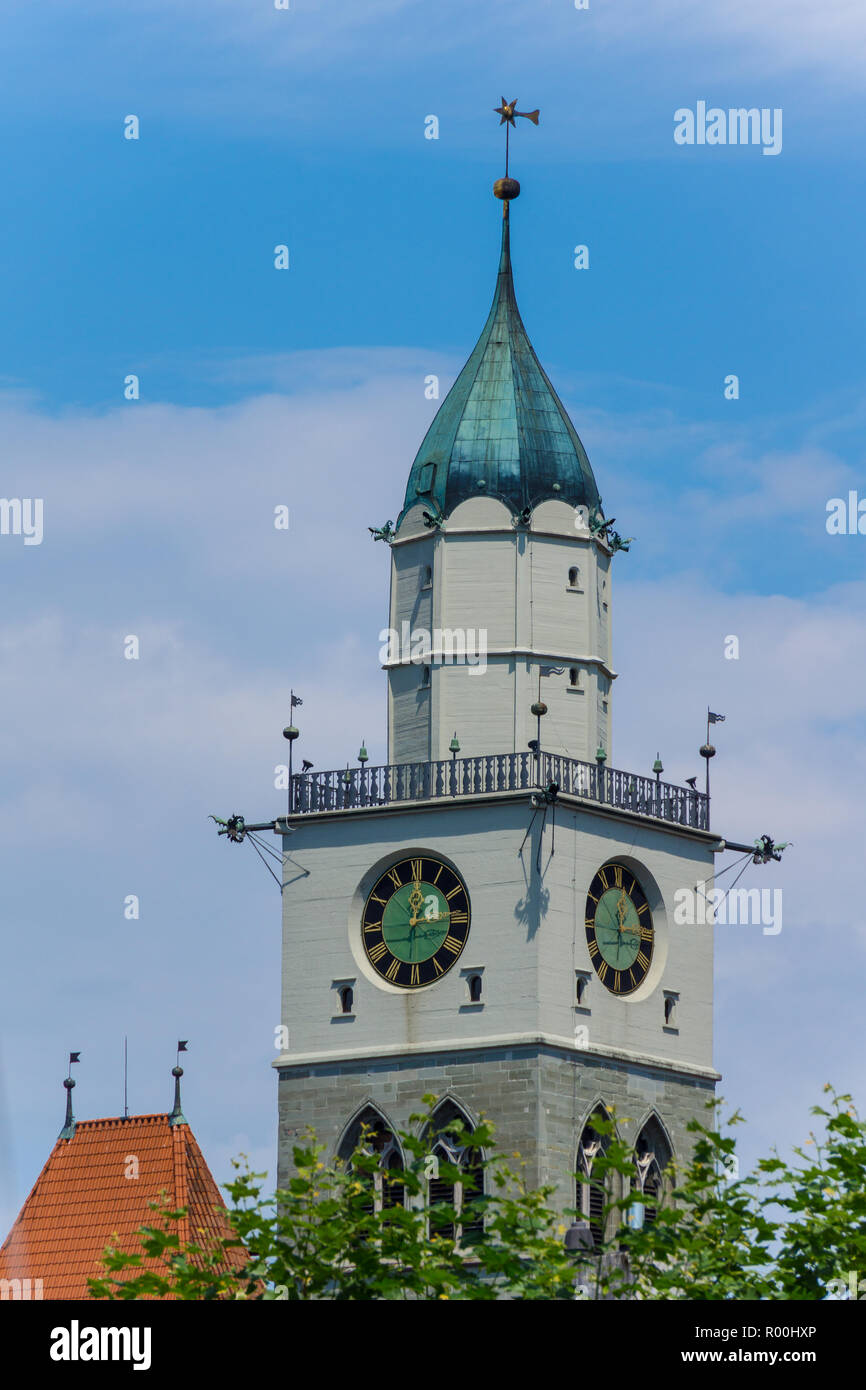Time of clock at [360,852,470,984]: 1:14
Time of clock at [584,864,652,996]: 12:14
